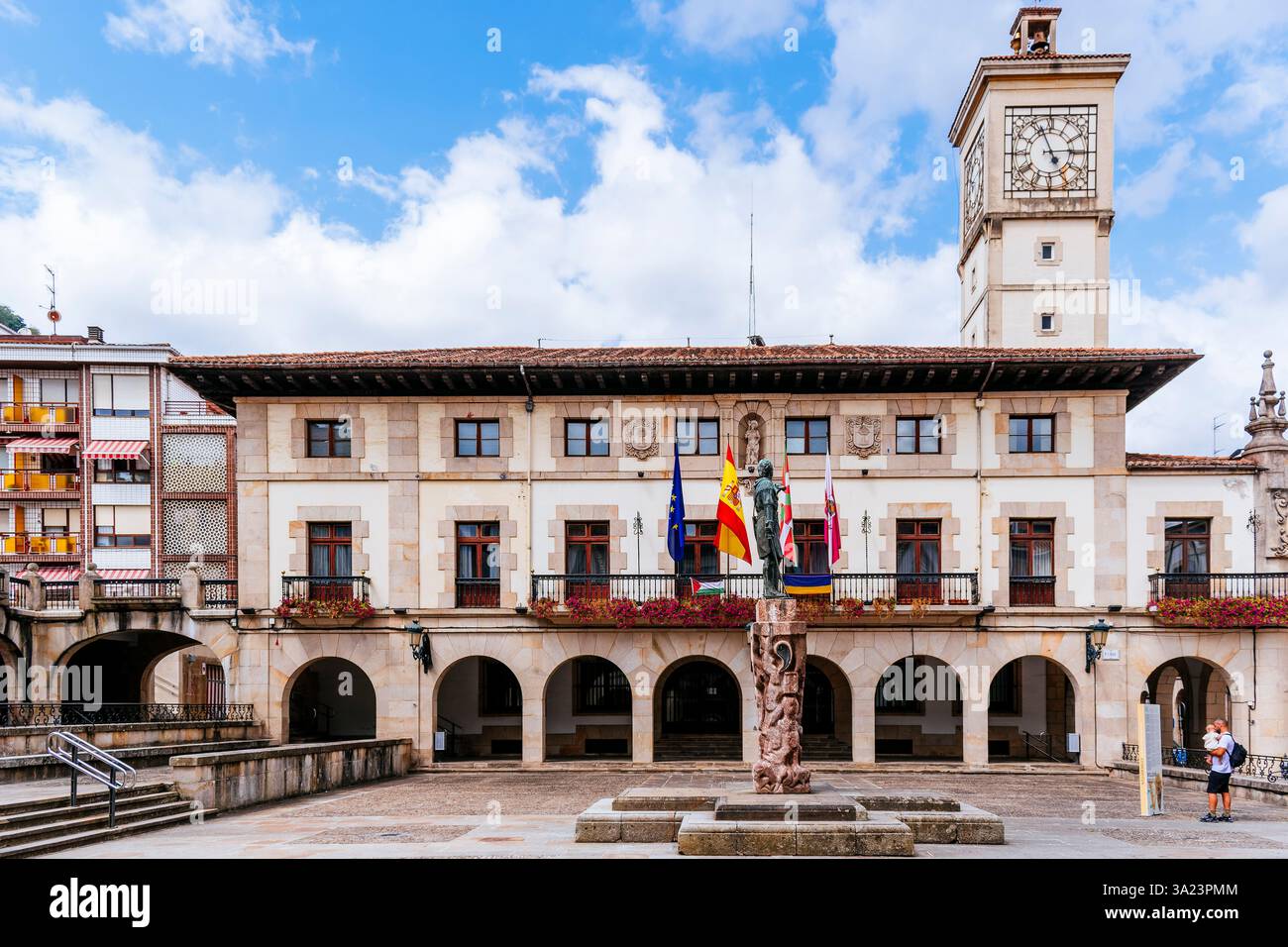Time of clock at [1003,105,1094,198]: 2:56
